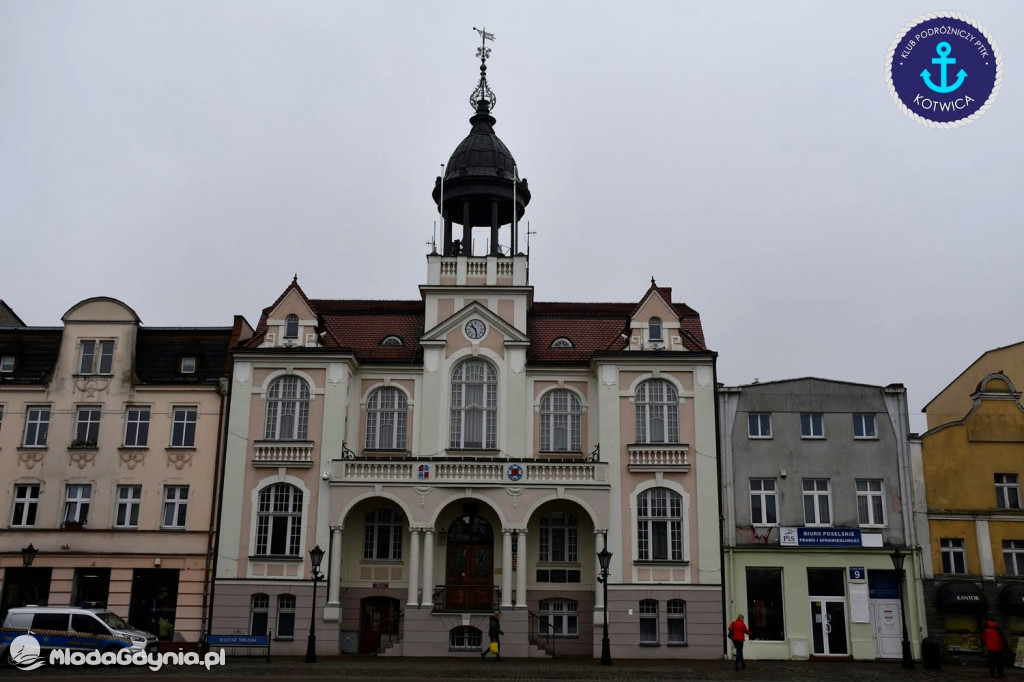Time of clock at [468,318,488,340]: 10:28
